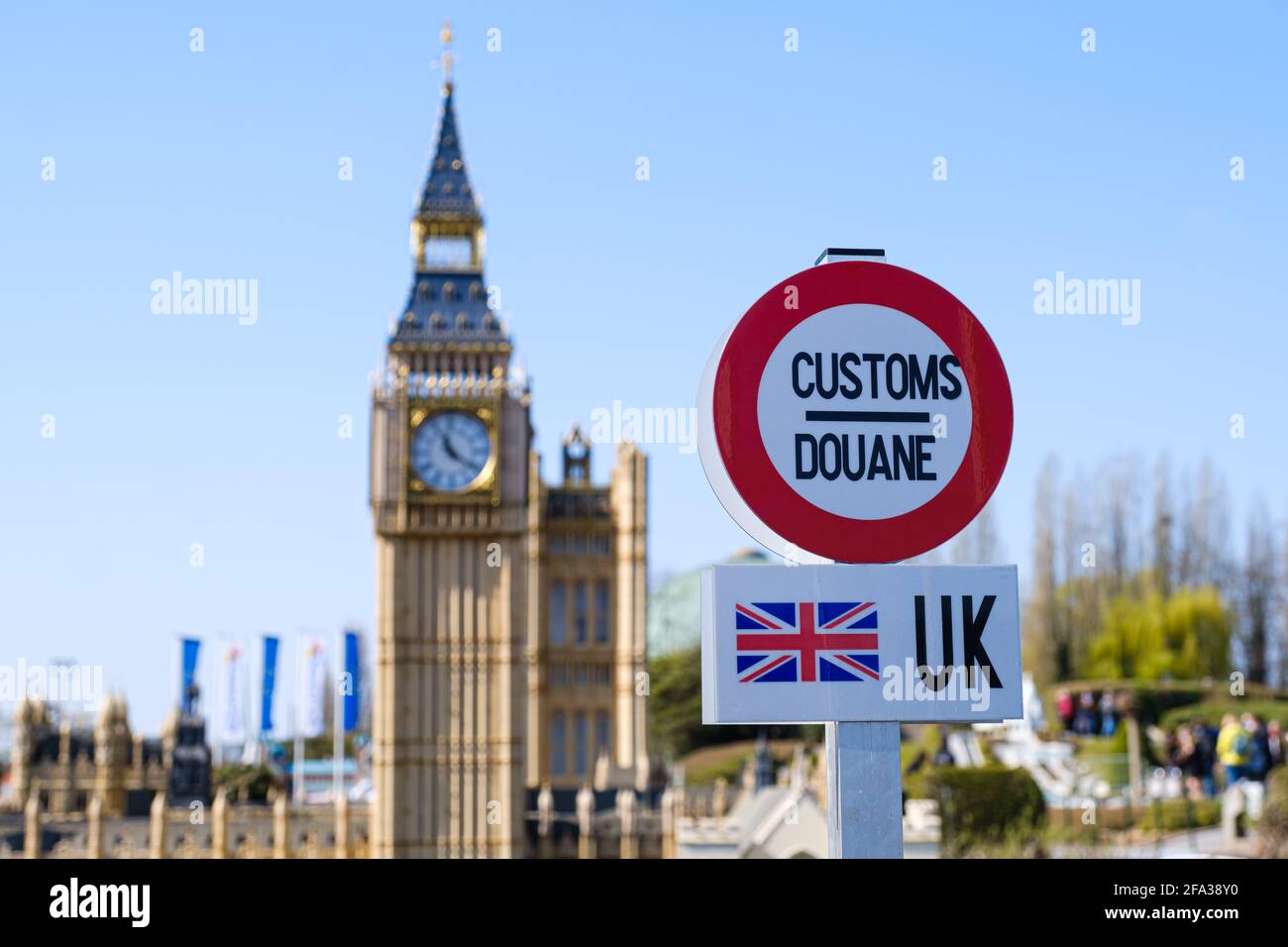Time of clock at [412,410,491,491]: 11:21
